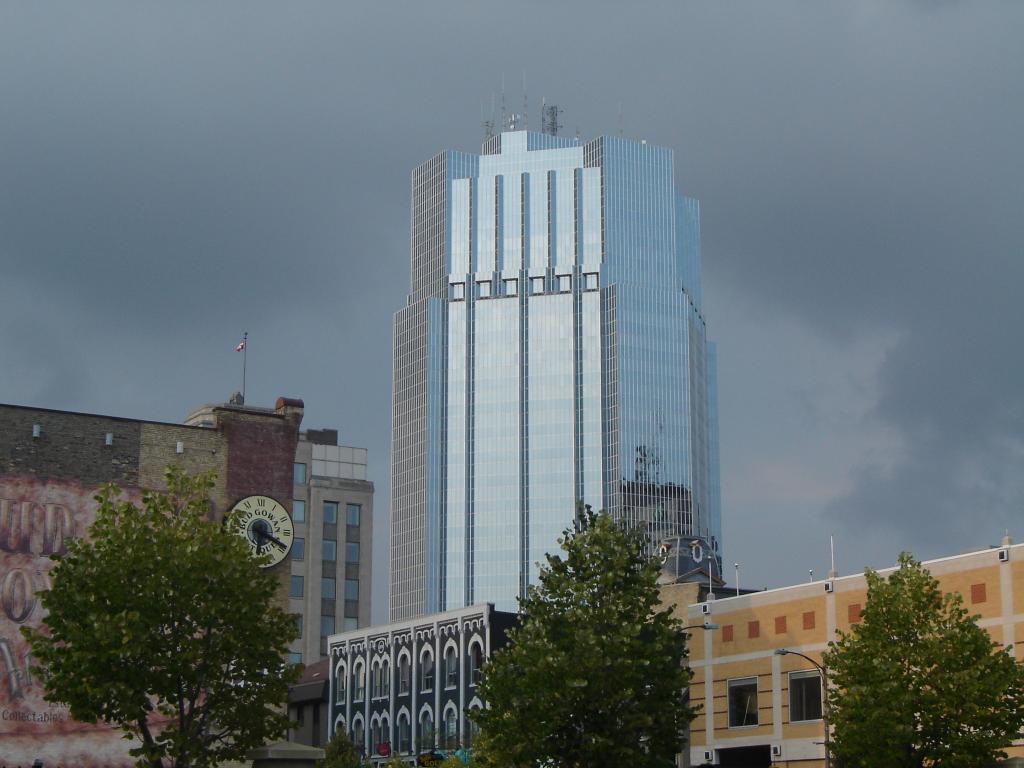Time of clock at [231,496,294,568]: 6:18
